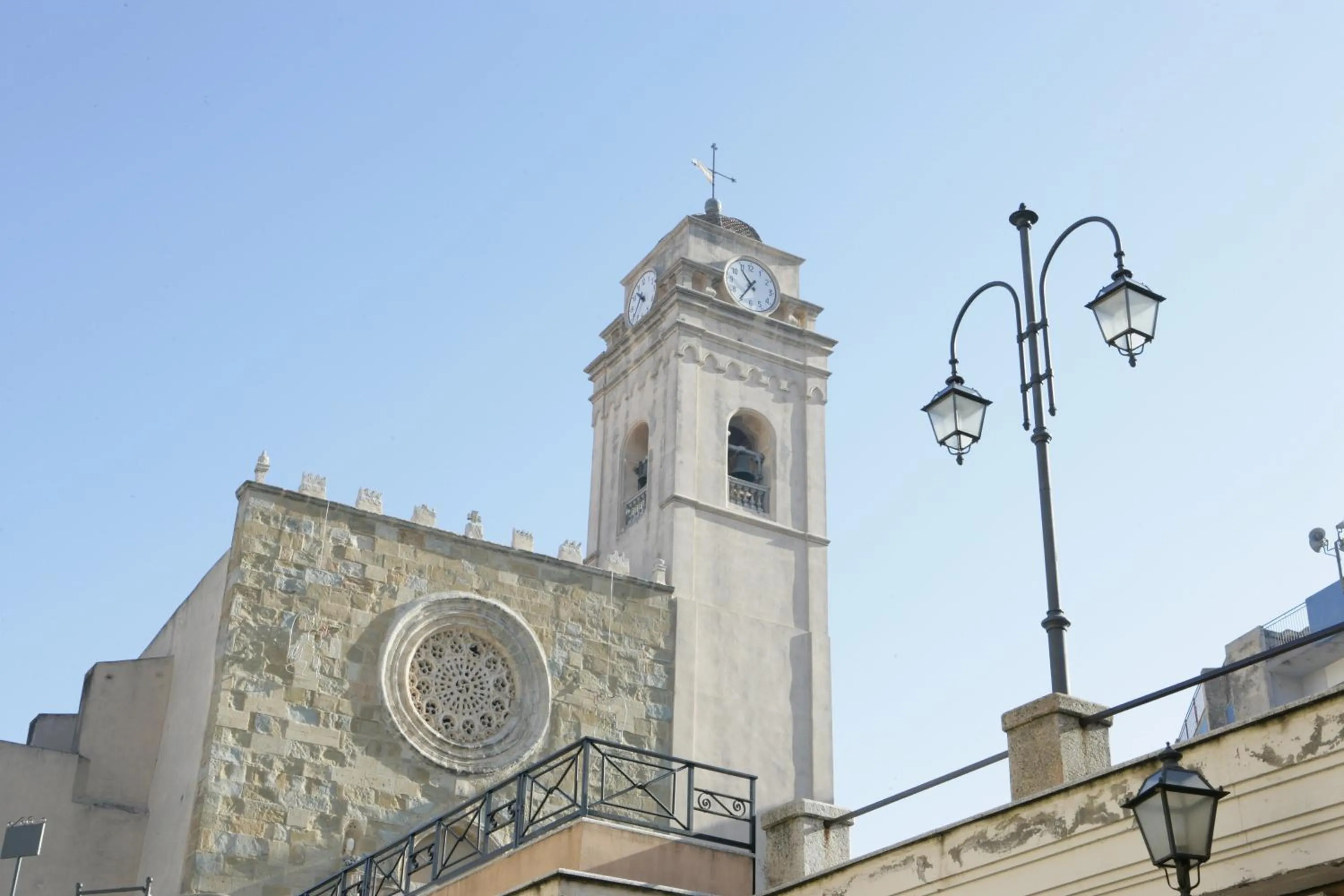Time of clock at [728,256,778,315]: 10:35
